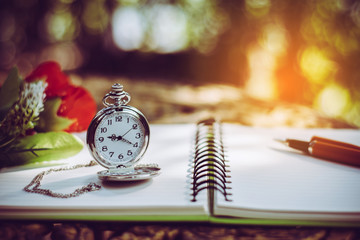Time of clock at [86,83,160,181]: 9:20
